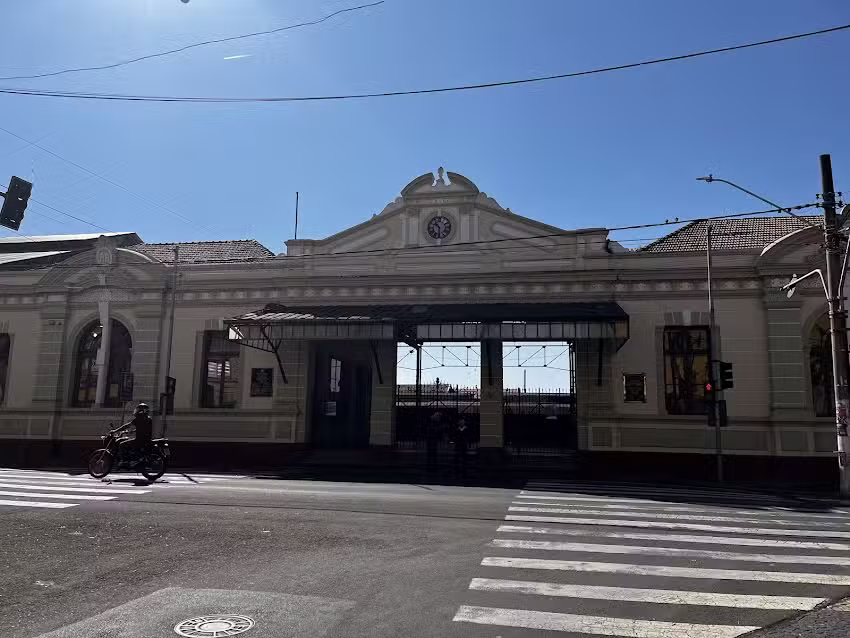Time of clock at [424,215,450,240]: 10:30
